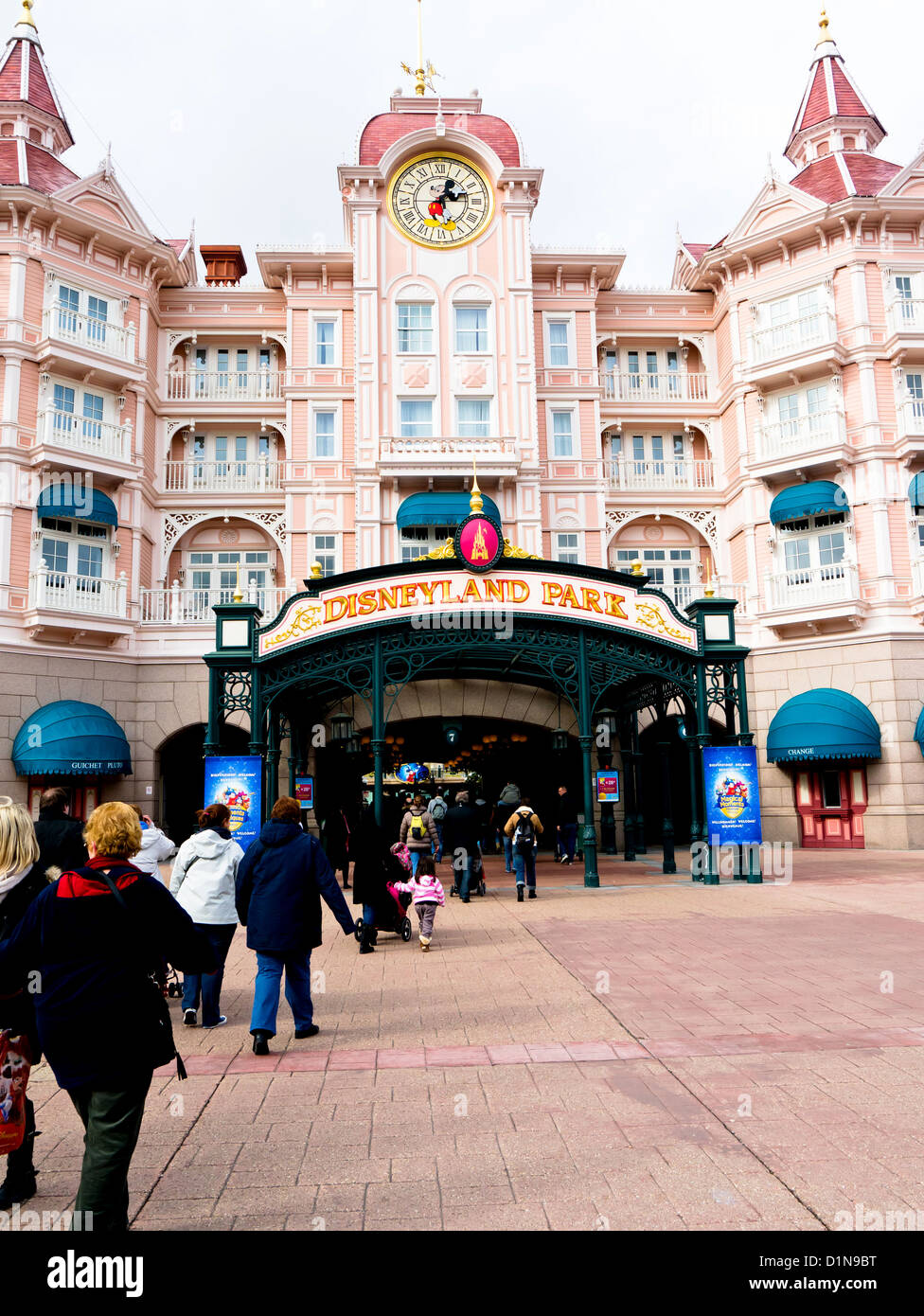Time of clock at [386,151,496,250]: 1:12
